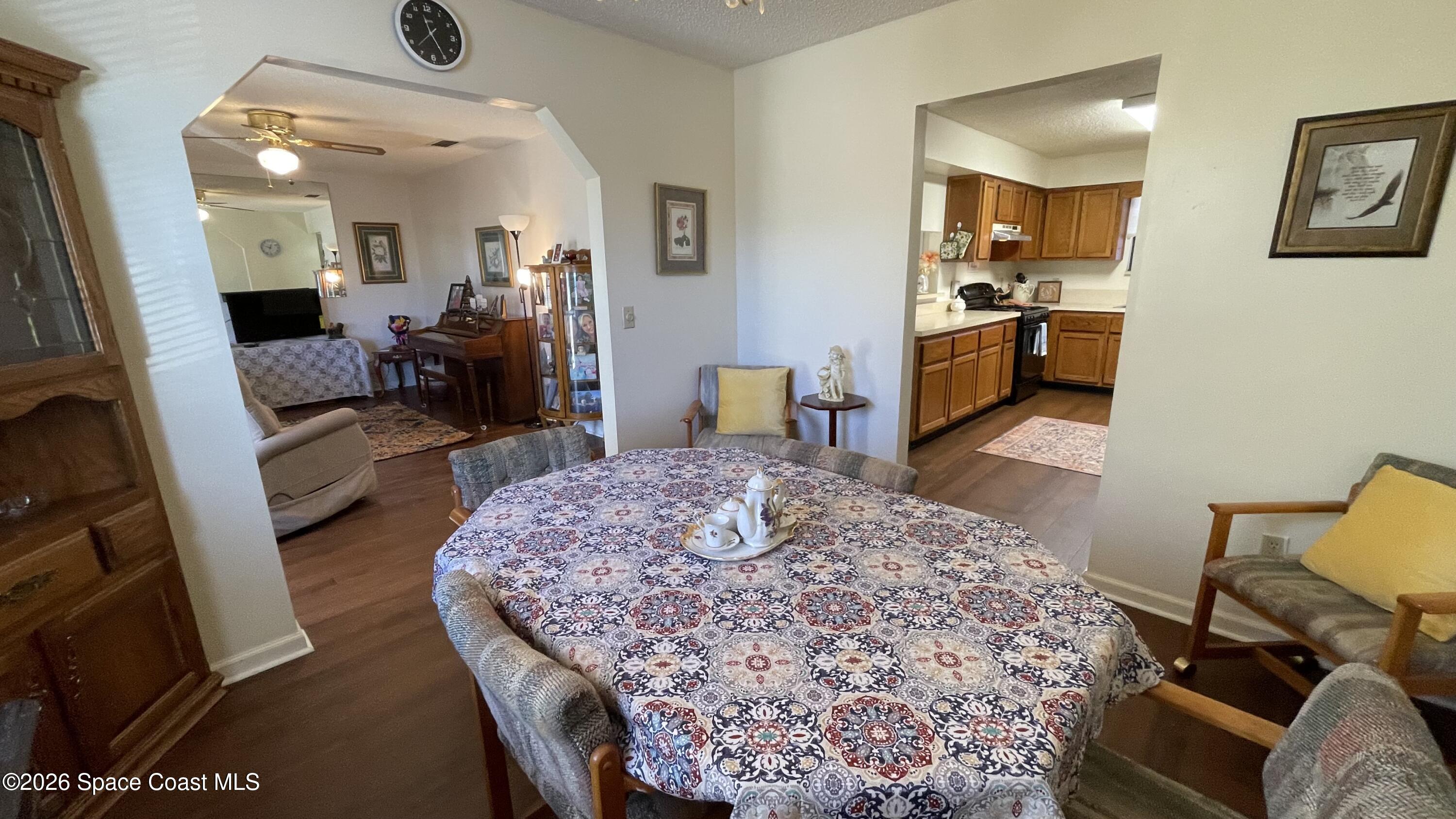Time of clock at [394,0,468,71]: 11:37
